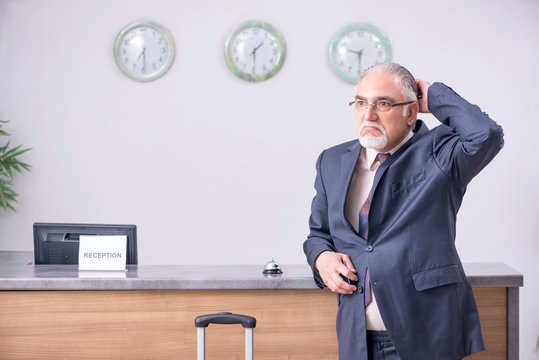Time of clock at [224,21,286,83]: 1:29
